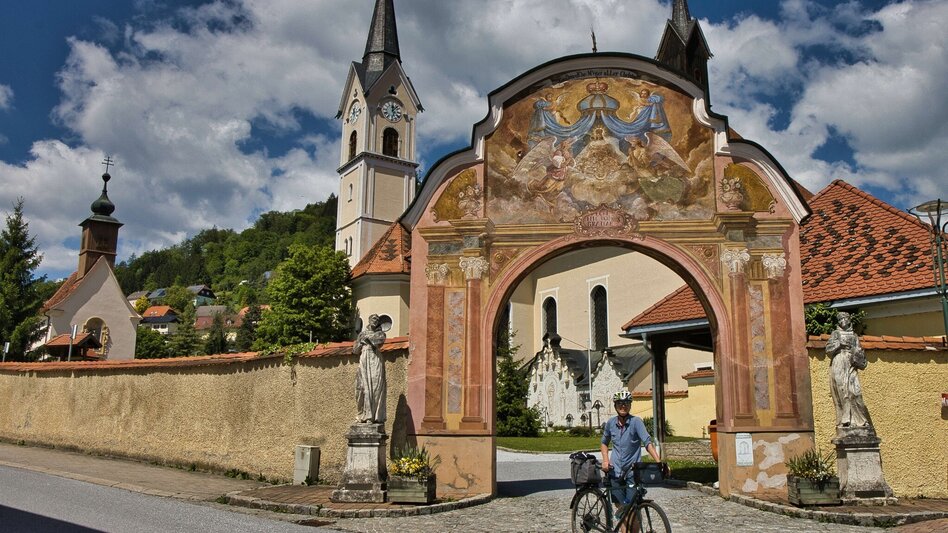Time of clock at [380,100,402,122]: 12:07
